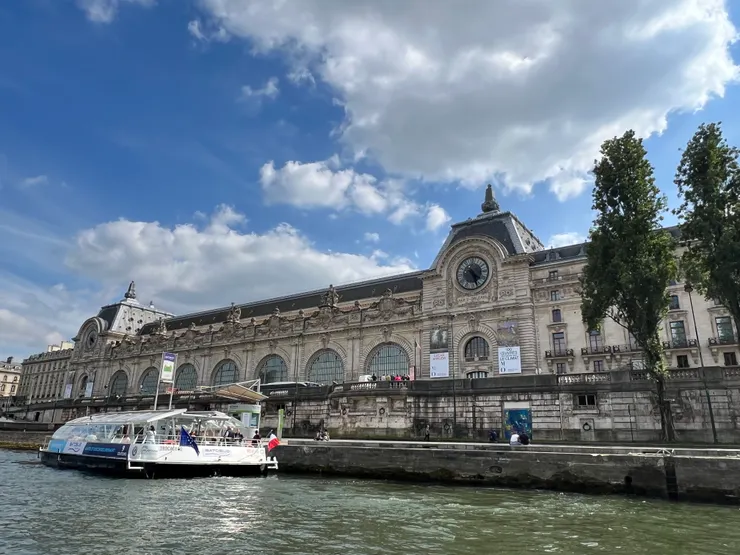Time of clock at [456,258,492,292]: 4:26
